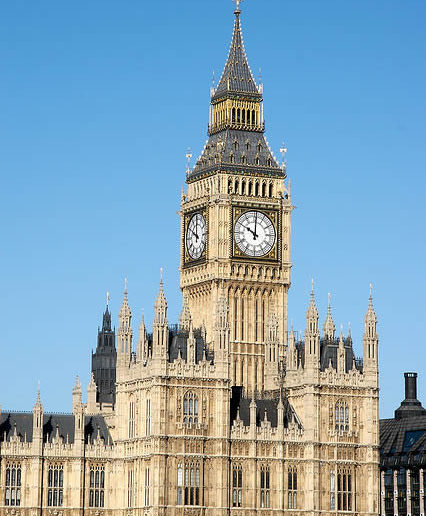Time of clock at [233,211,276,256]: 10:00
